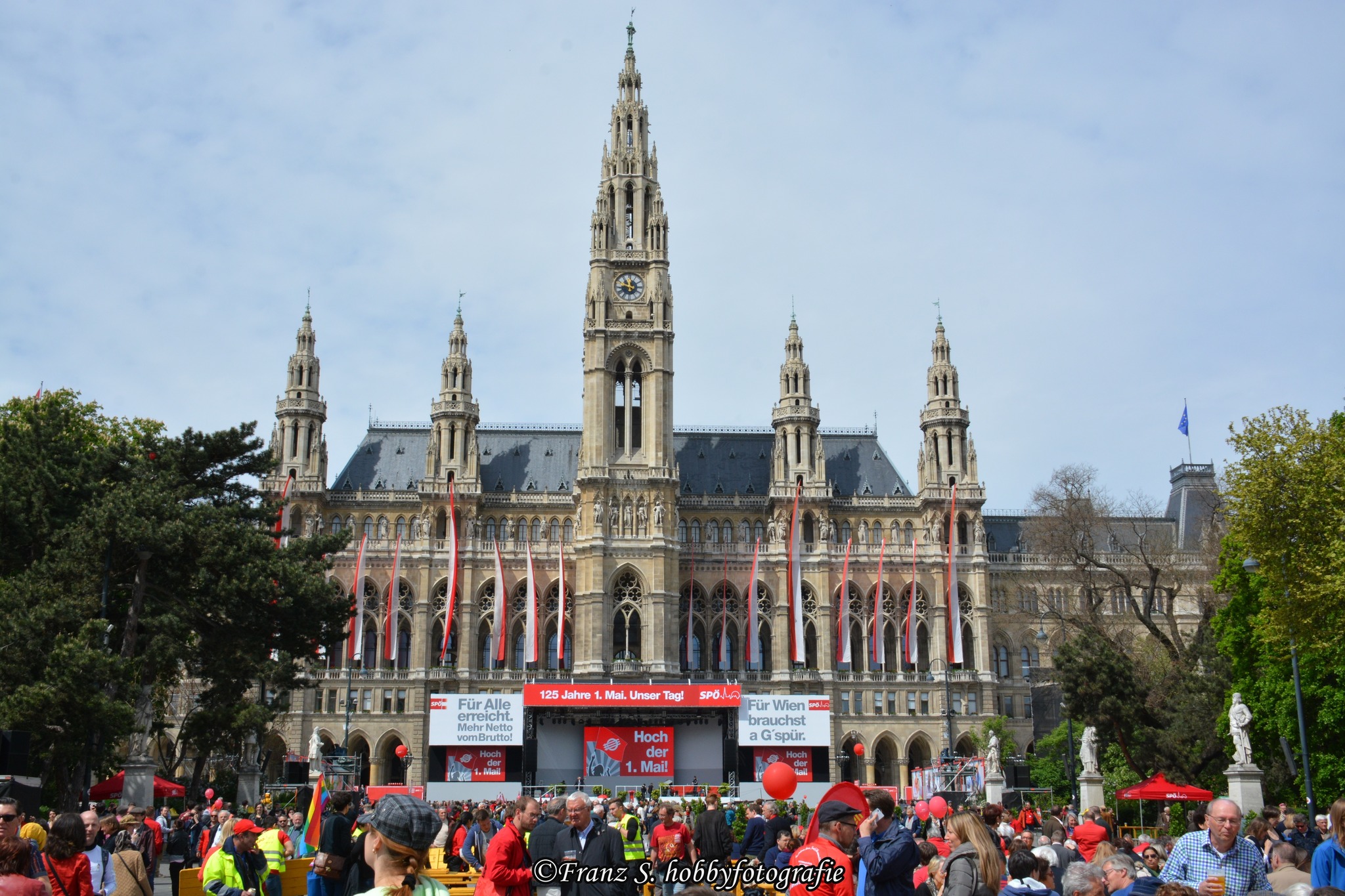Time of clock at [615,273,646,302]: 10:48
